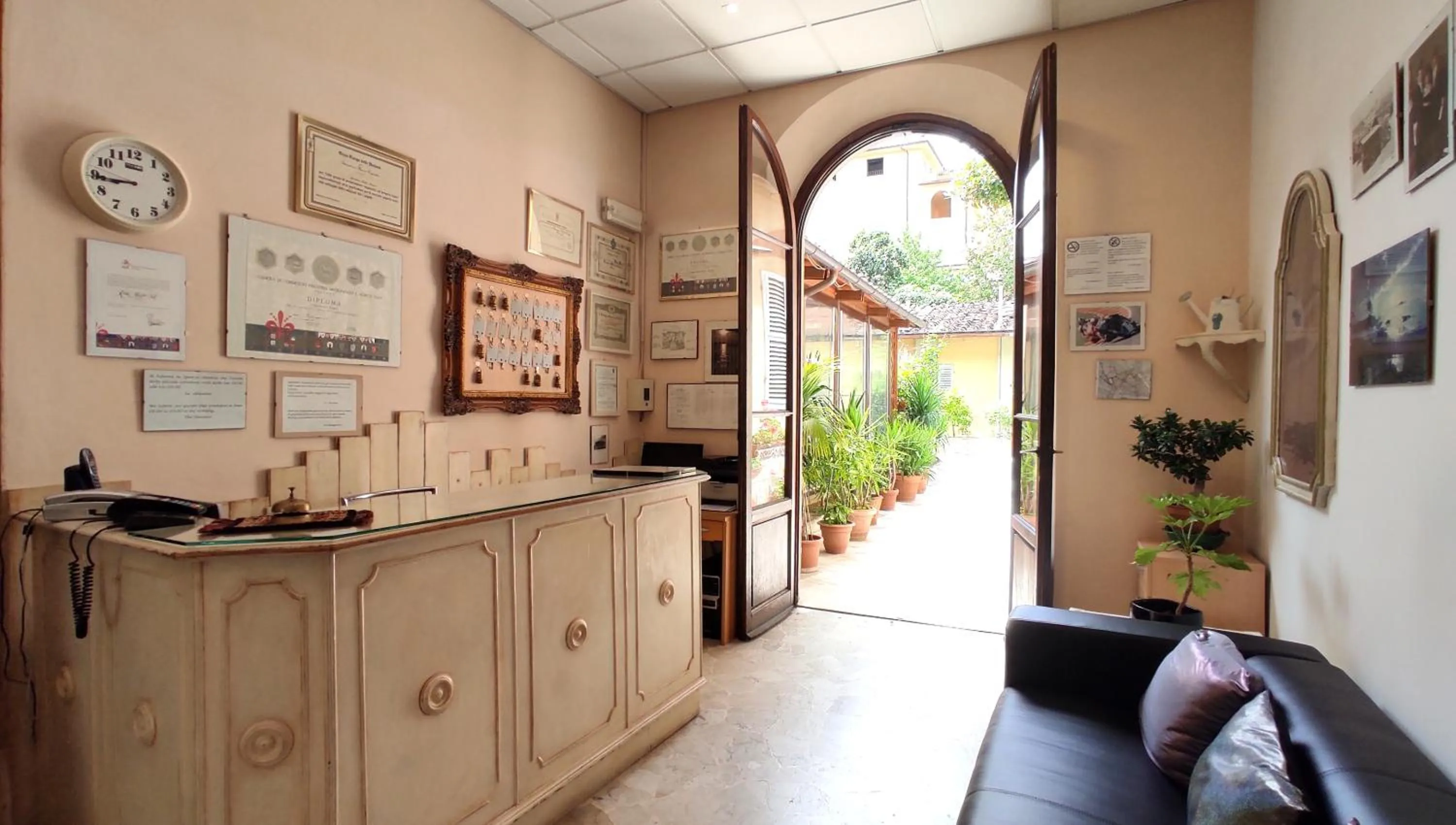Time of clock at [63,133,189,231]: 8:44
